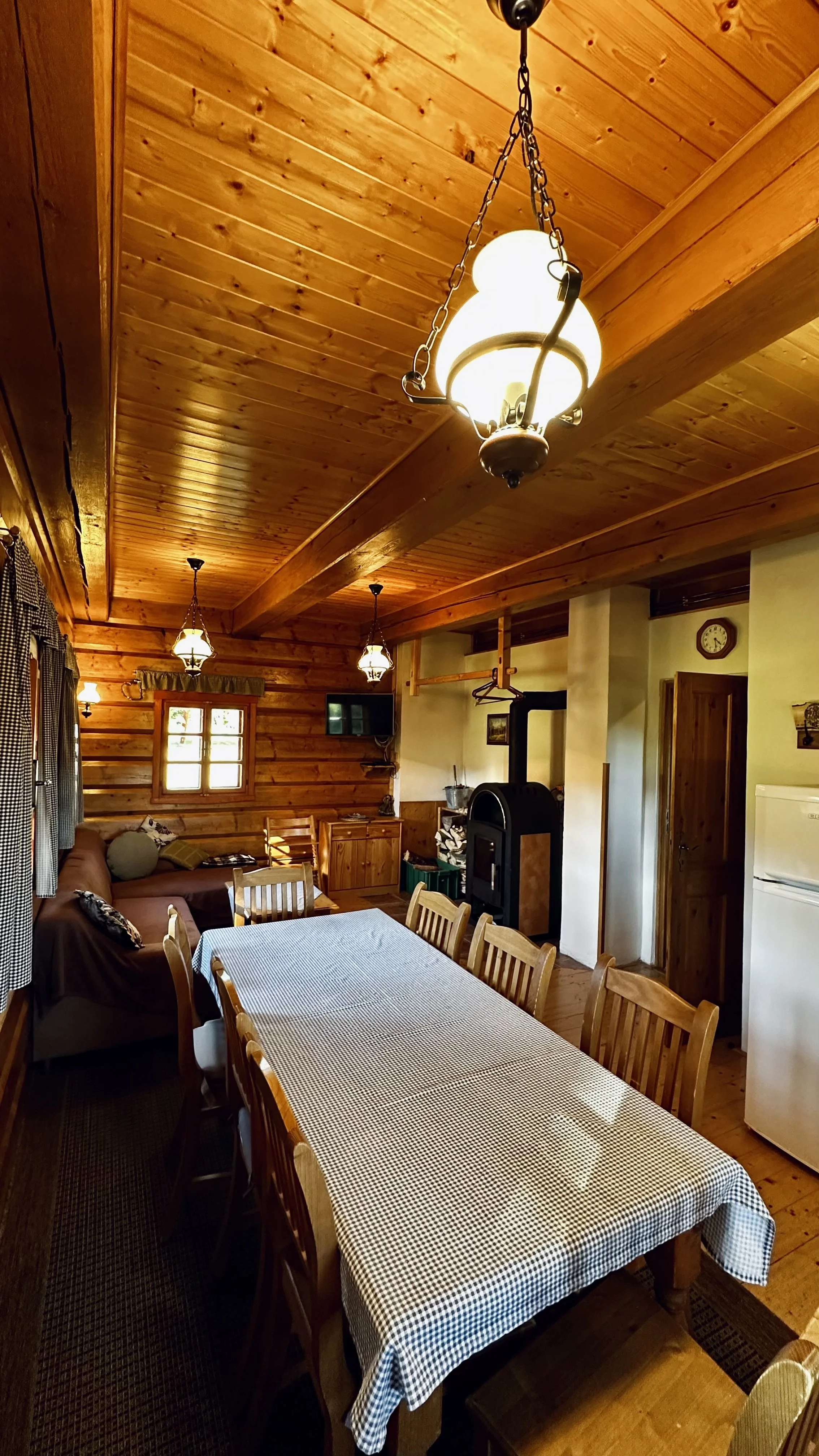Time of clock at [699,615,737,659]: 4:28
